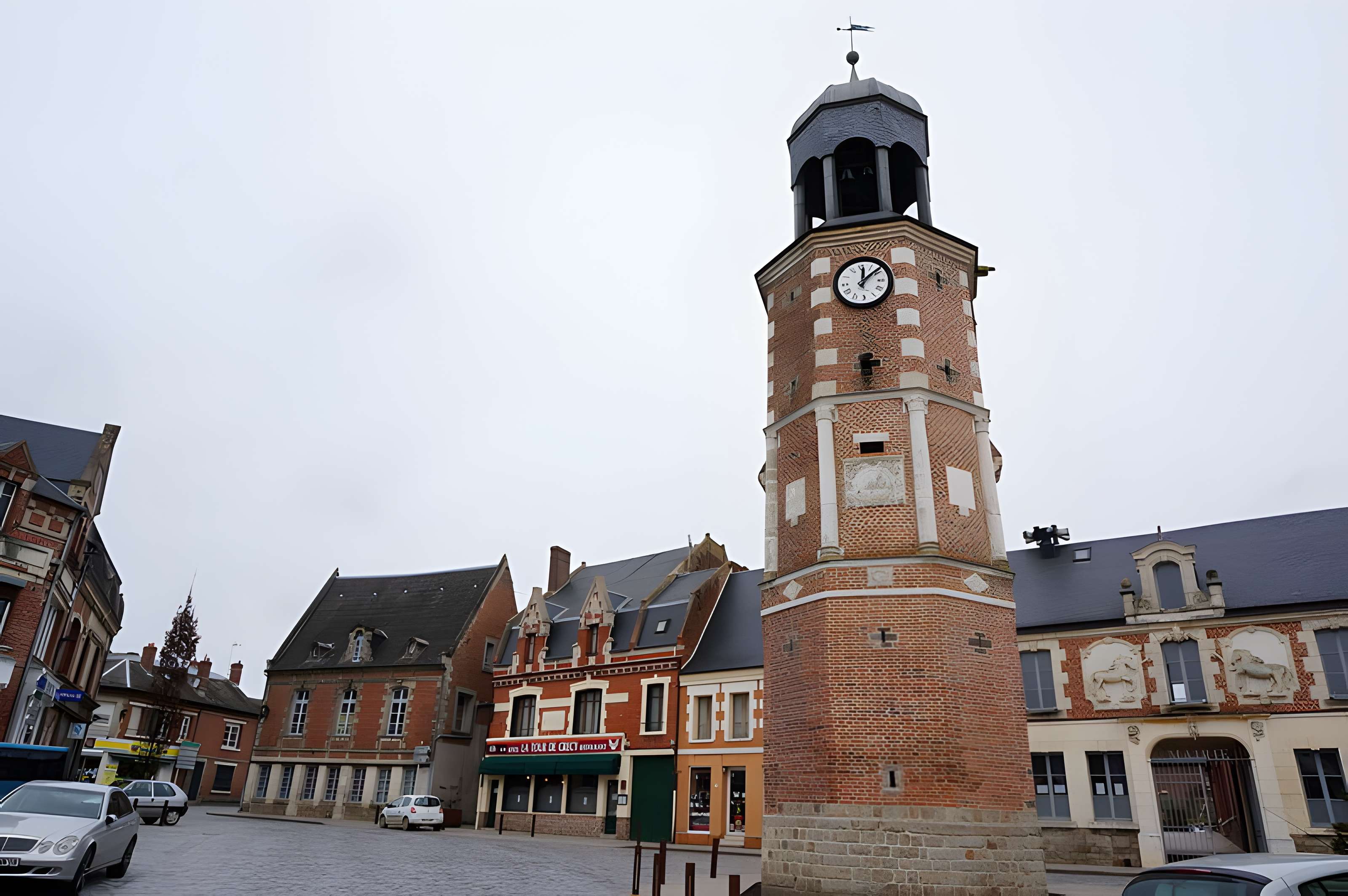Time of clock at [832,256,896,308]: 12:08
